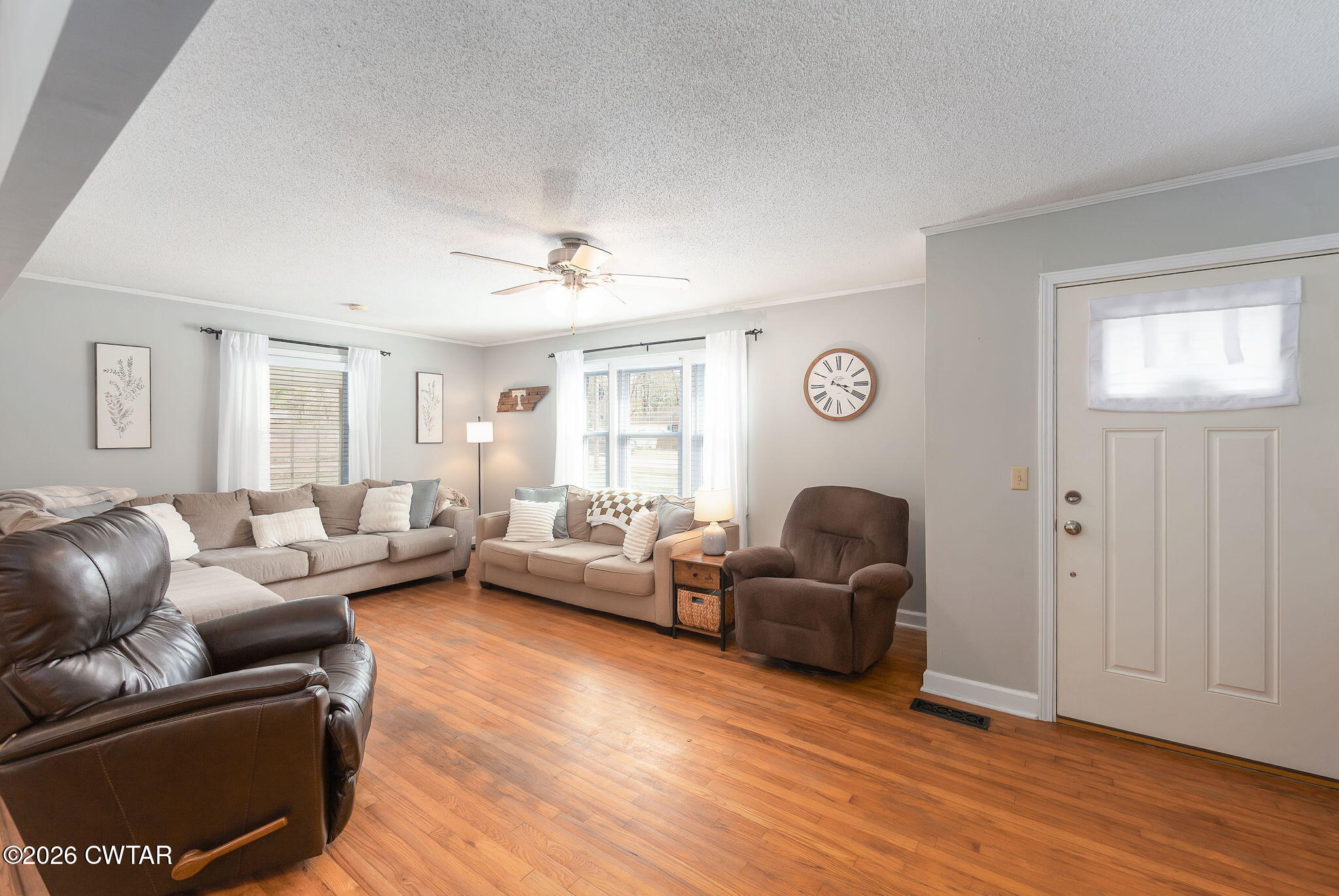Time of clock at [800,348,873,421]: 3:20
